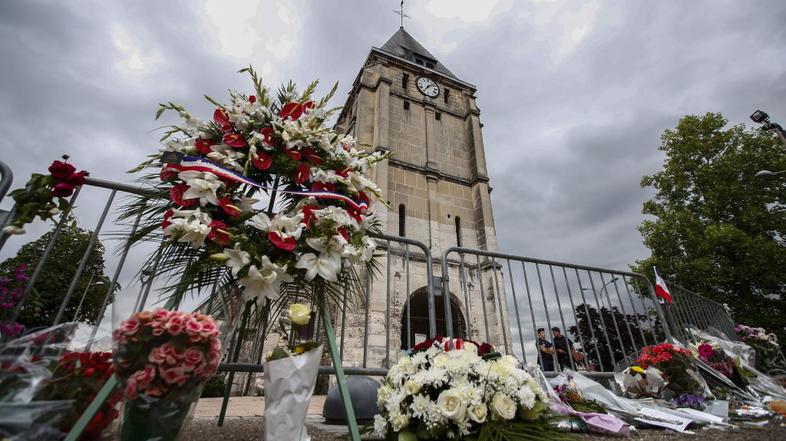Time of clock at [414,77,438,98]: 7:08
